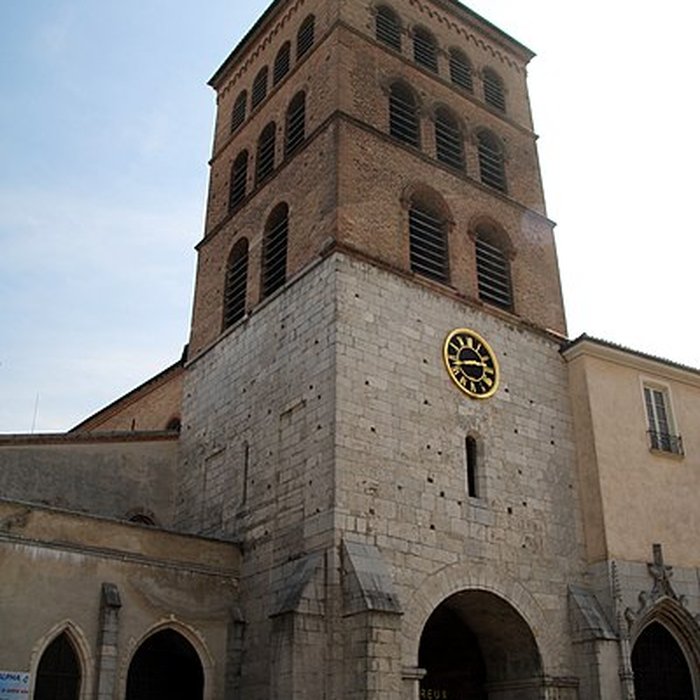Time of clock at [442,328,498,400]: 2:42
